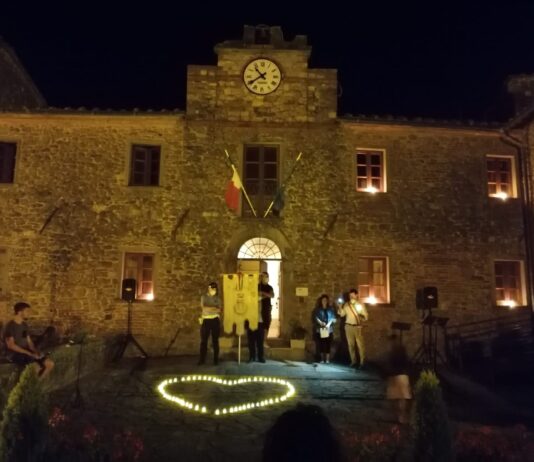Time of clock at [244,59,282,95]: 10:39
